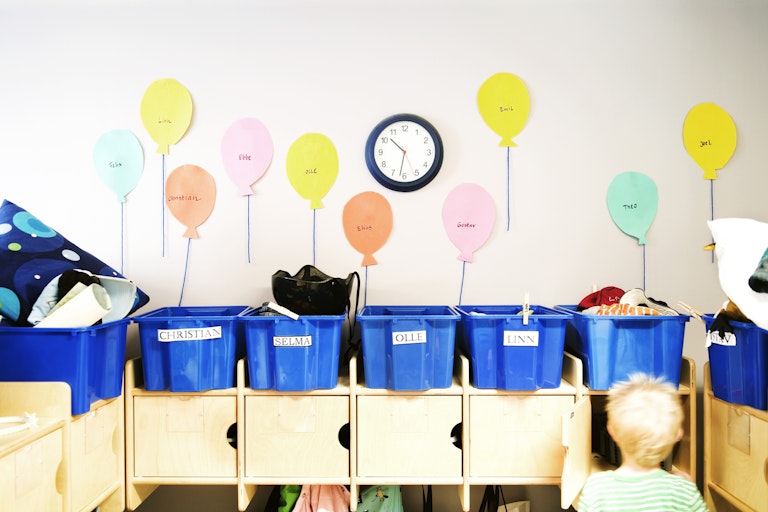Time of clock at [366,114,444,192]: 10:31
